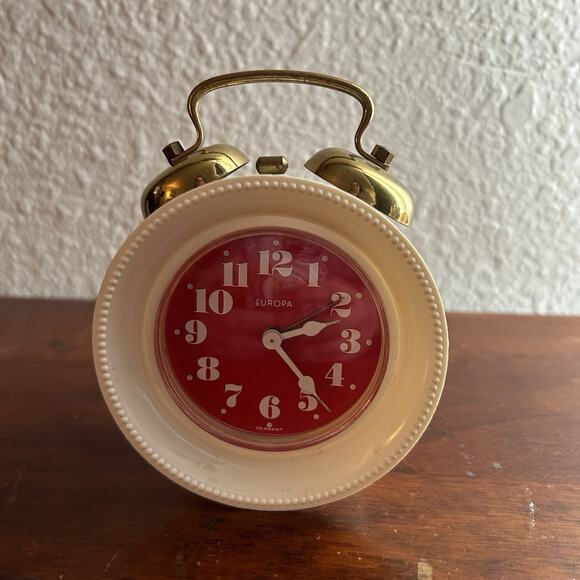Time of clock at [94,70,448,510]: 2:23
